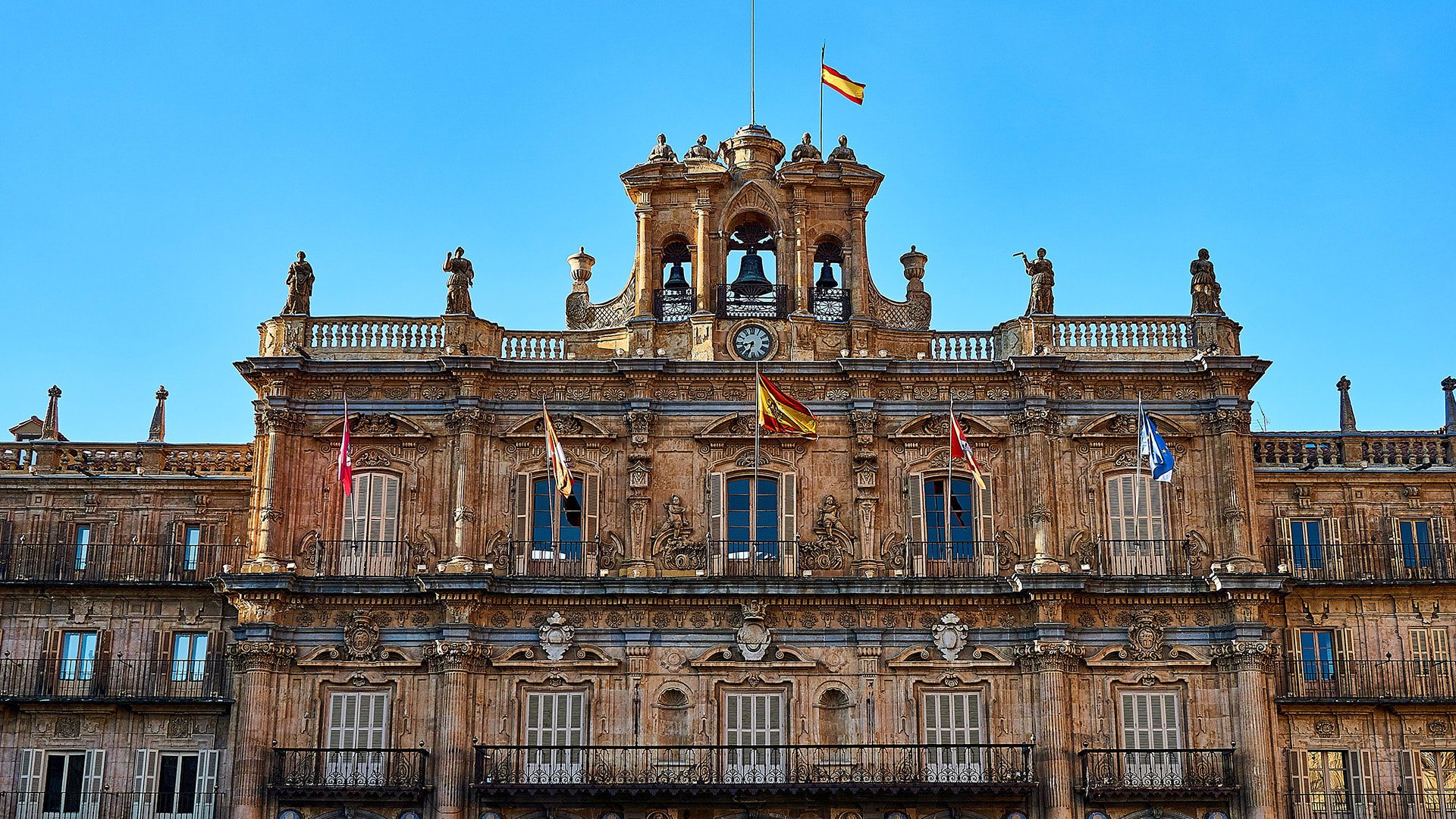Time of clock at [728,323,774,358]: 8:33
